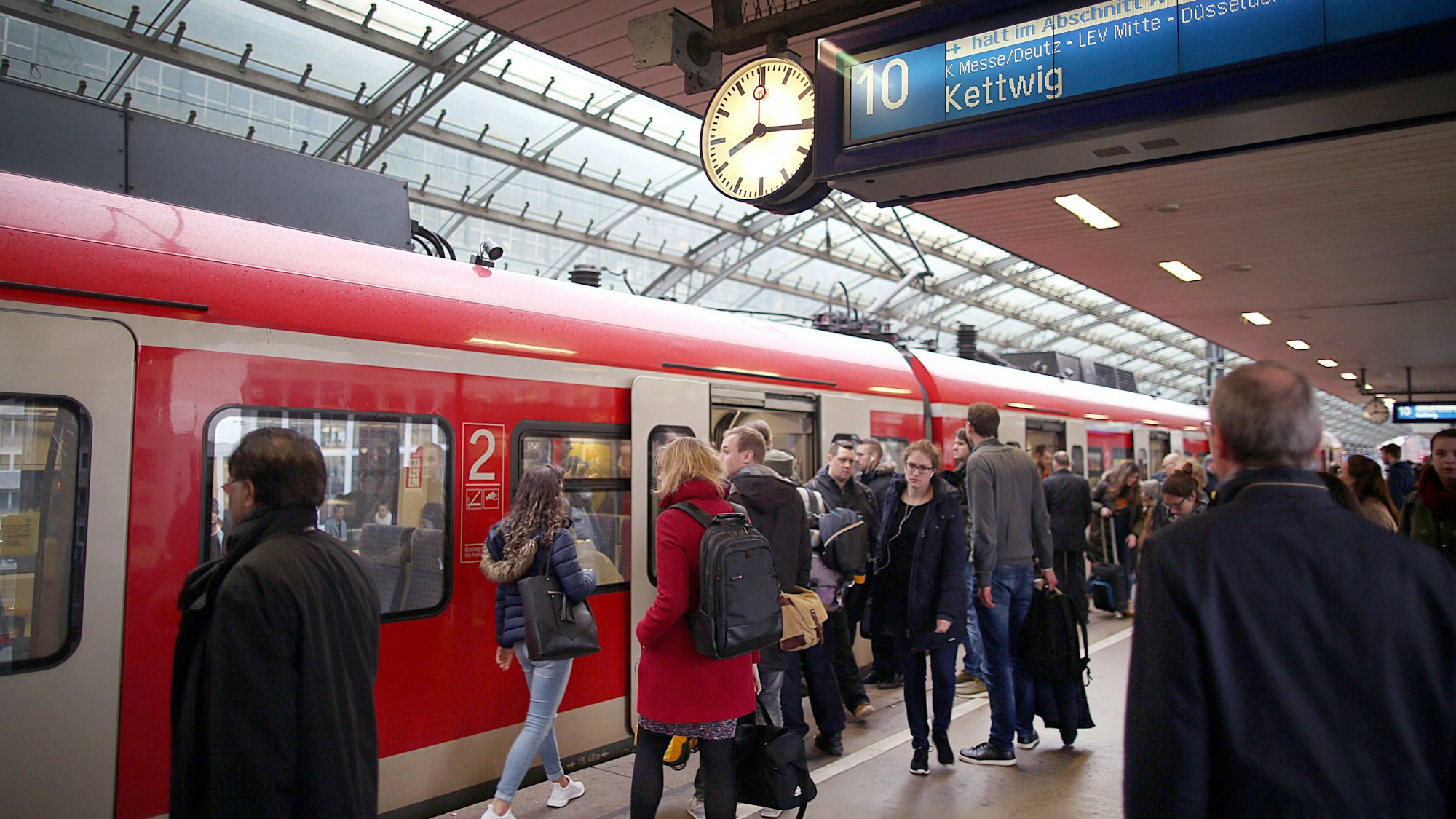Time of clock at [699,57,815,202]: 8:16
